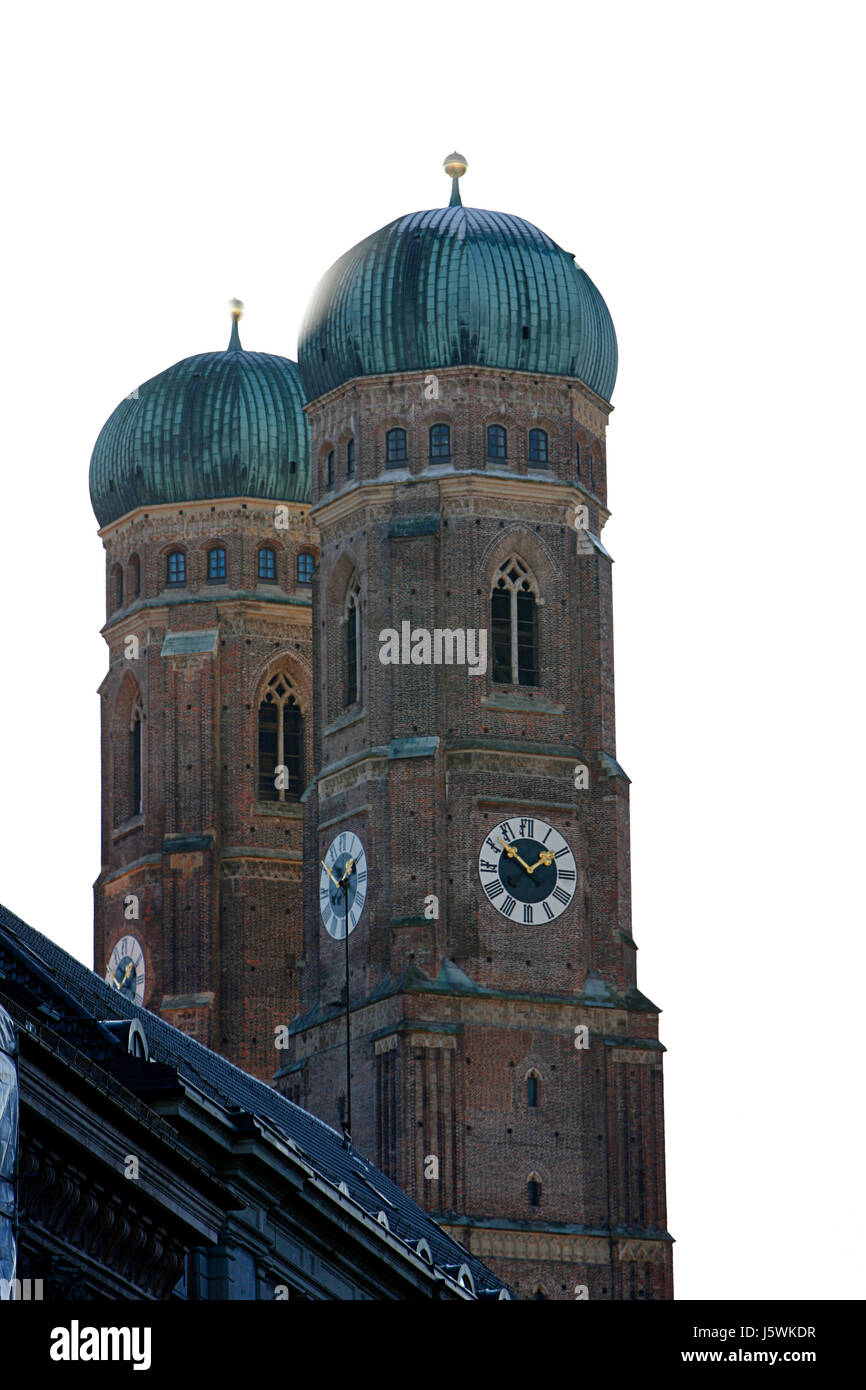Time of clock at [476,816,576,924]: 1:52
